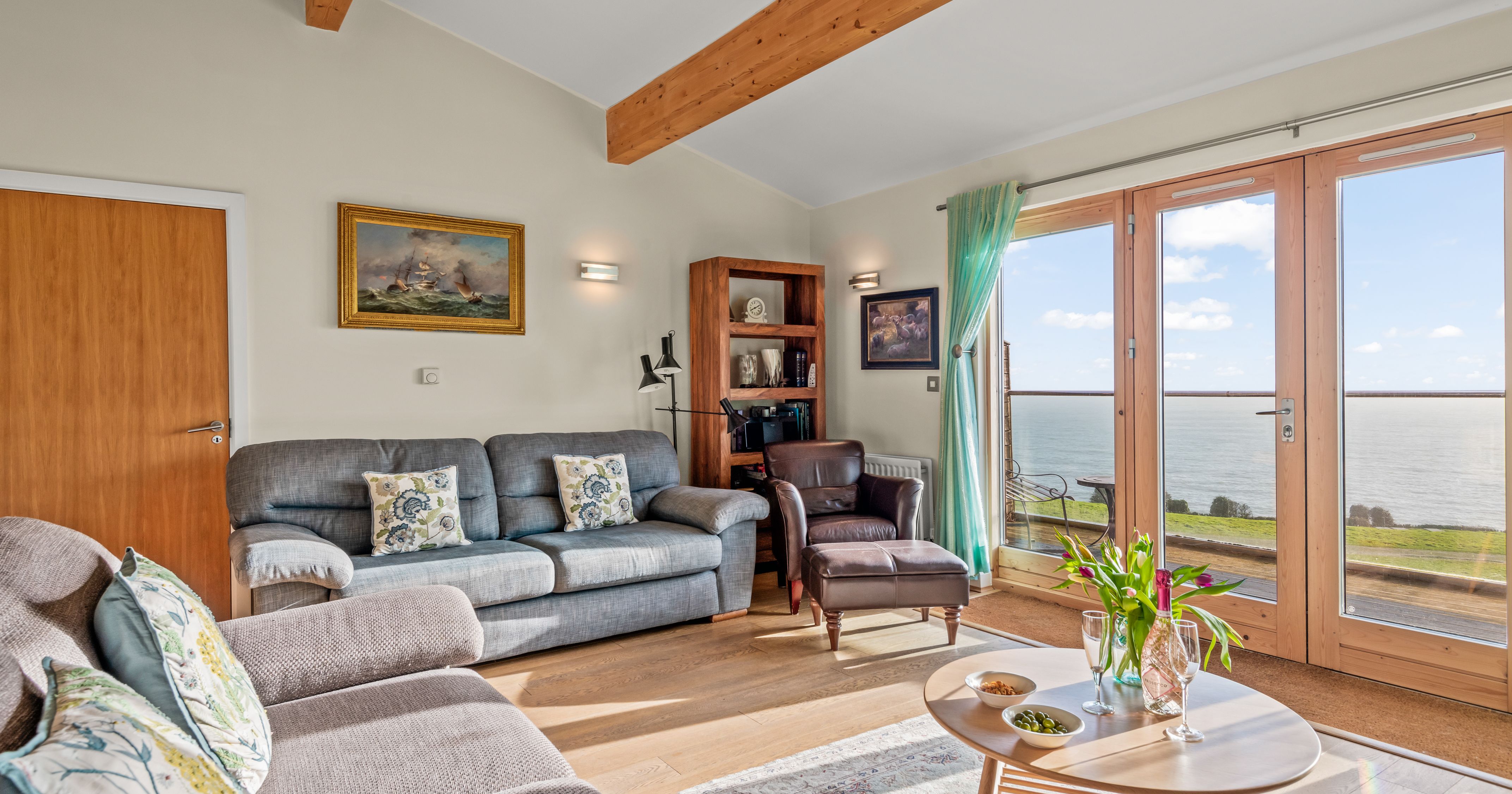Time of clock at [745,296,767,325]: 8:10
